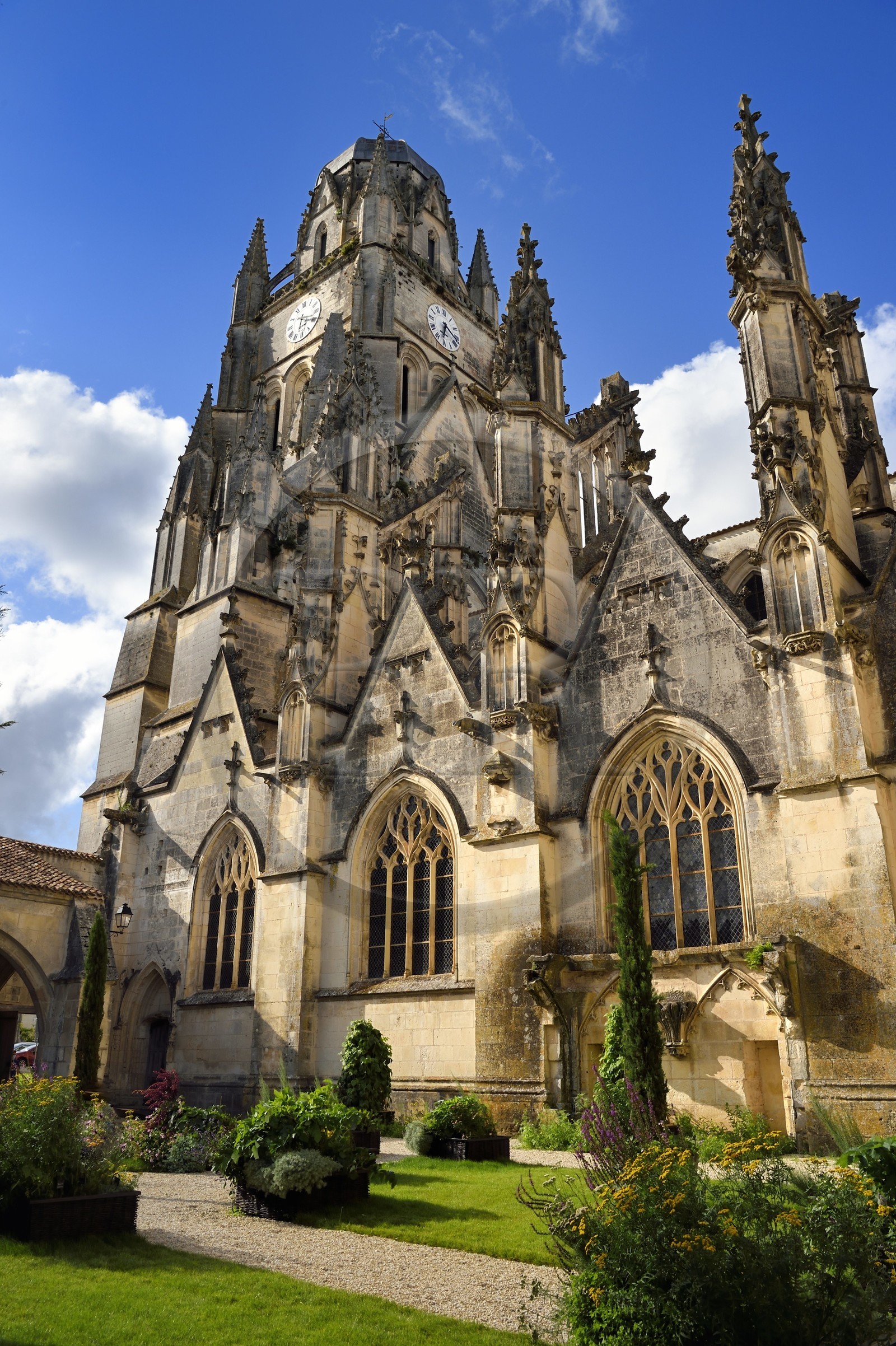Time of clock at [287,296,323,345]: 6:18
